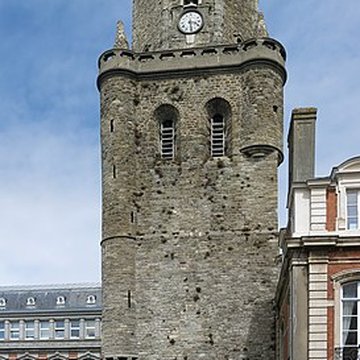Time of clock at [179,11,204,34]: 3:28
